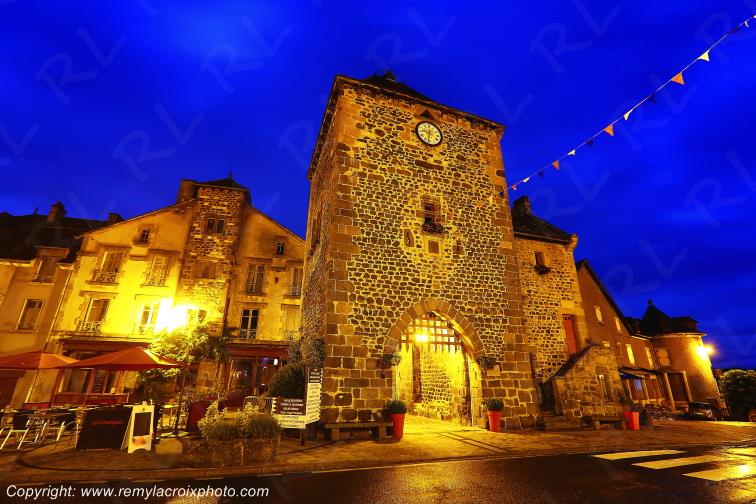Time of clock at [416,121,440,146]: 9:32
